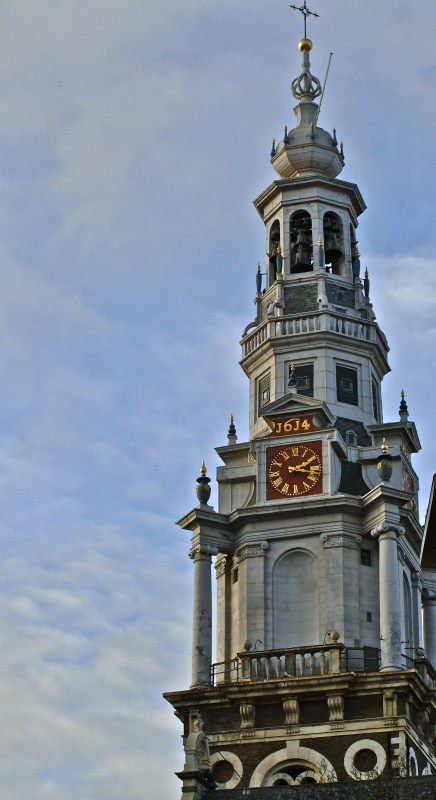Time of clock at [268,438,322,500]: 2:17
